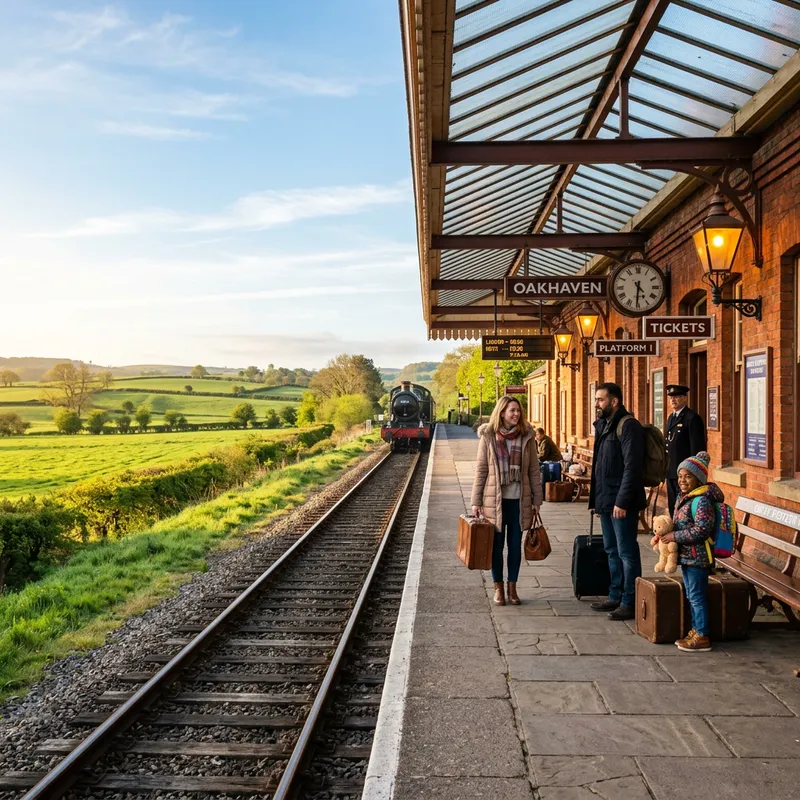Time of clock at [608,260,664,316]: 4:31
